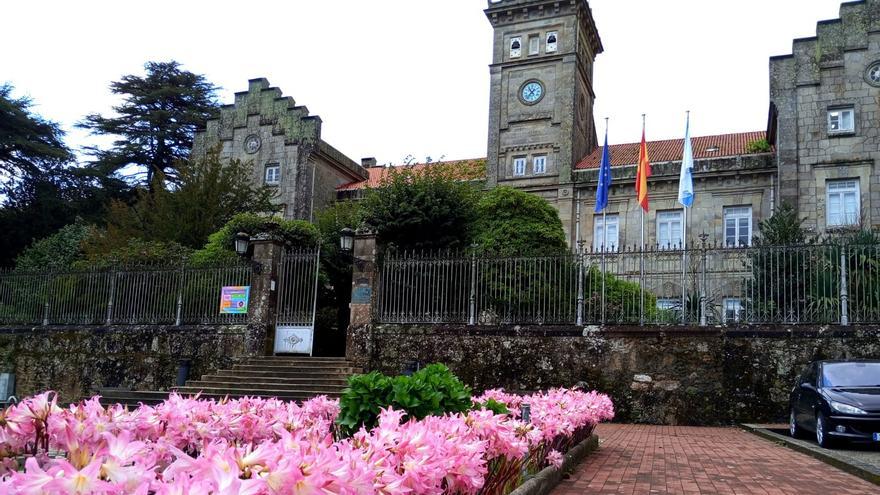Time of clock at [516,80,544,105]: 10:36
